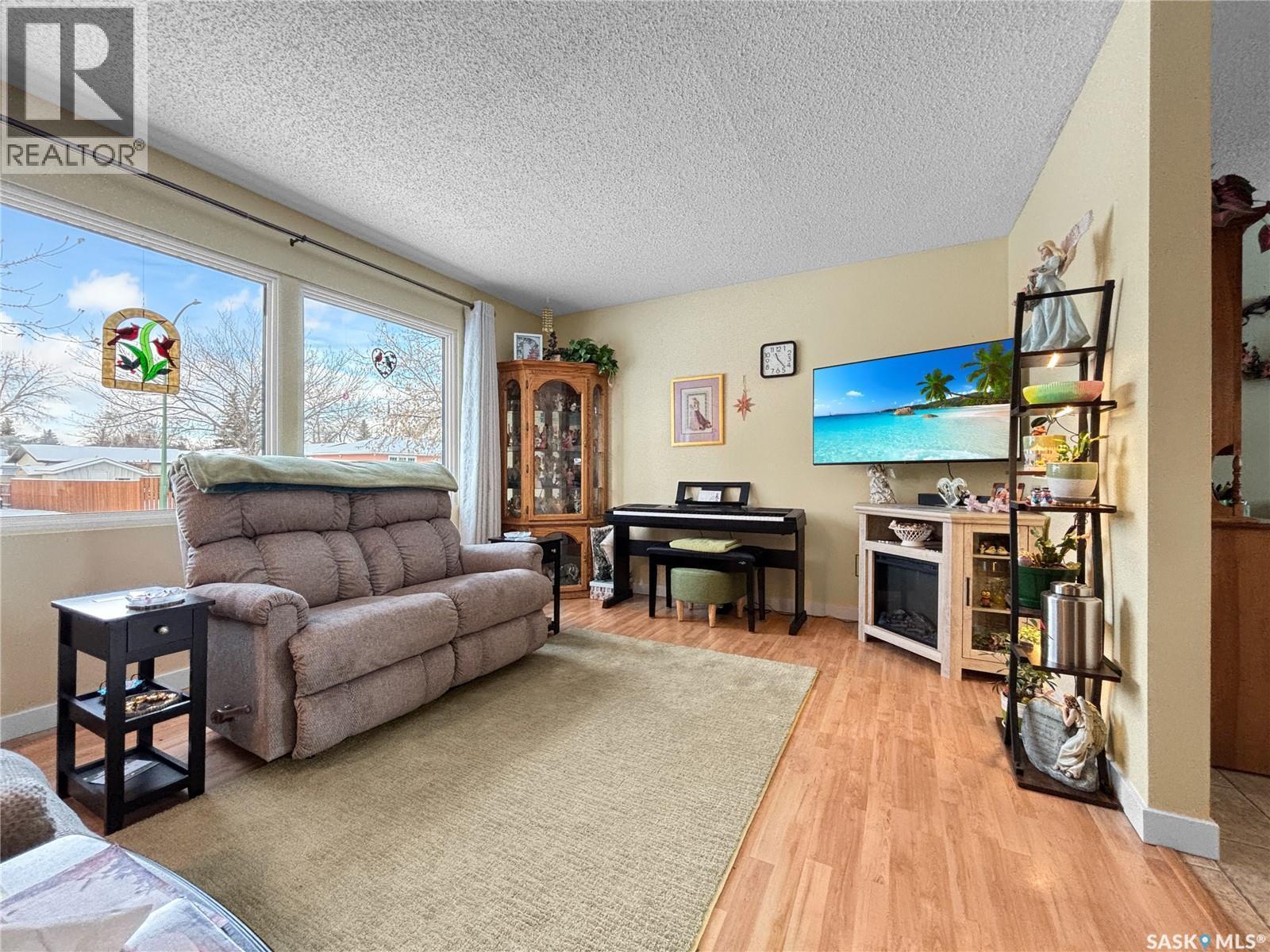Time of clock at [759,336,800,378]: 11:22
